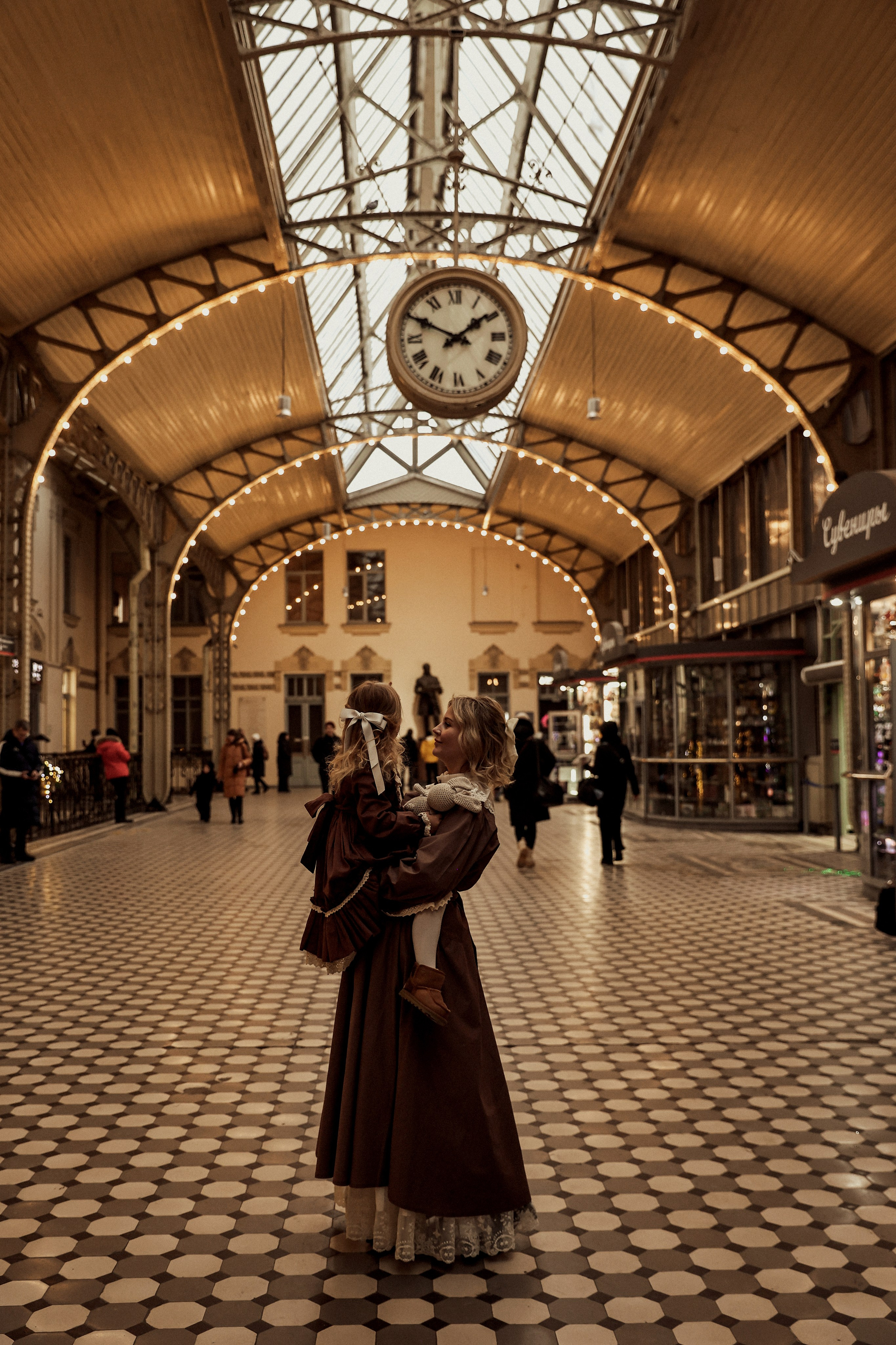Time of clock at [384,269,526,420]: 1:49
